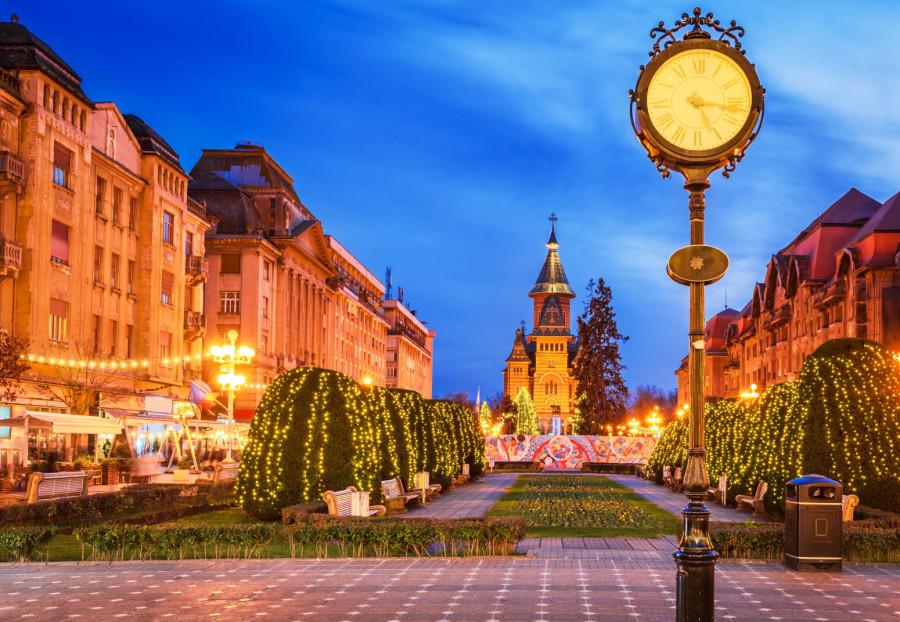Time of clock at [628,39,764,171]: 5:17
